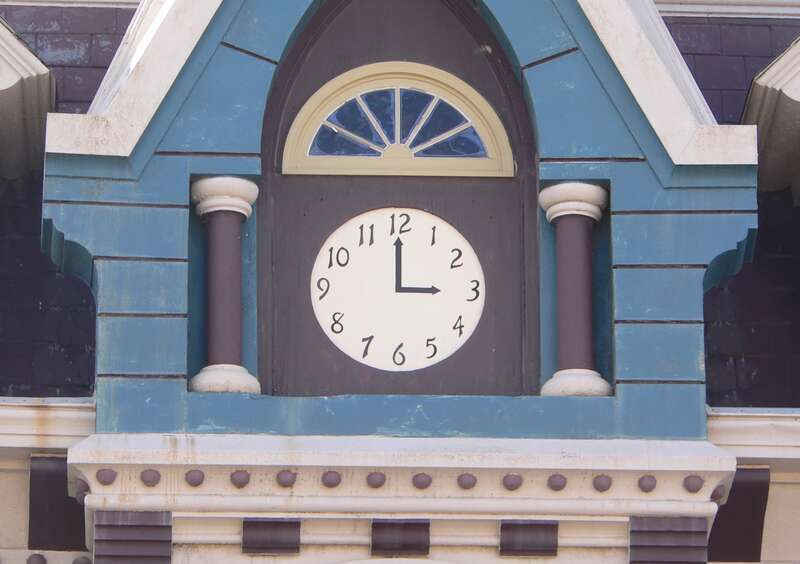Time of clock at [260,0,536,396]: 3:00
